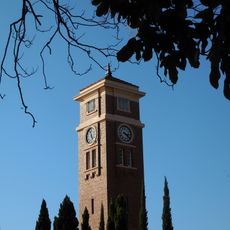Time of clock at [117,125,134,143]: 3:22
